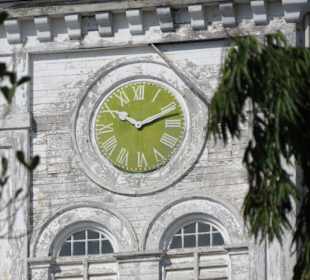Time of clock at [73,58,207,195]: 10:12
